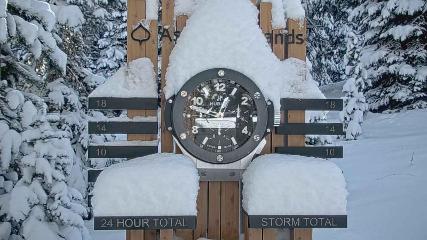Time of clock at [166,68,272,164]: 12:47
